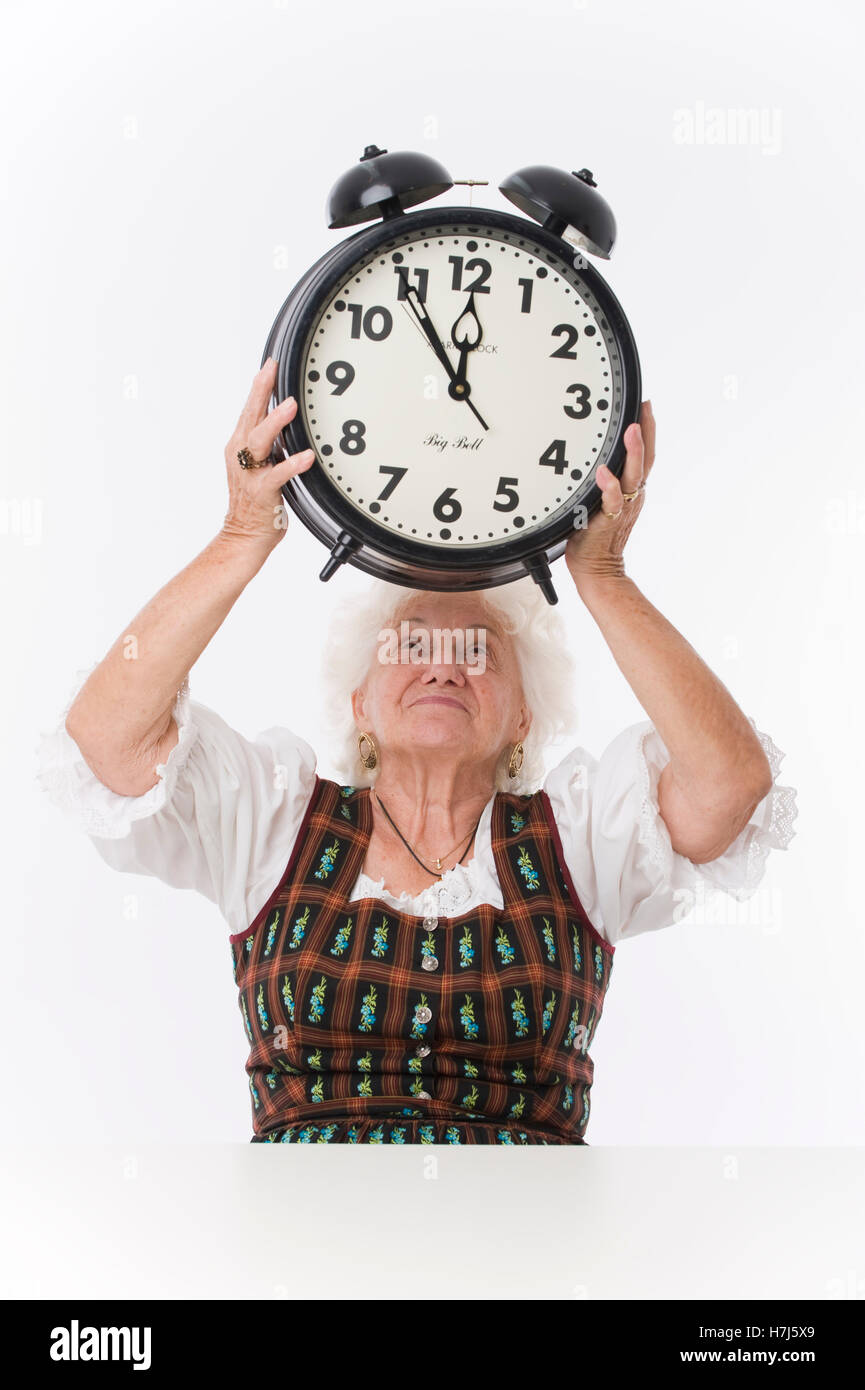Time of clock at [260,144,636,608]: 11:54
